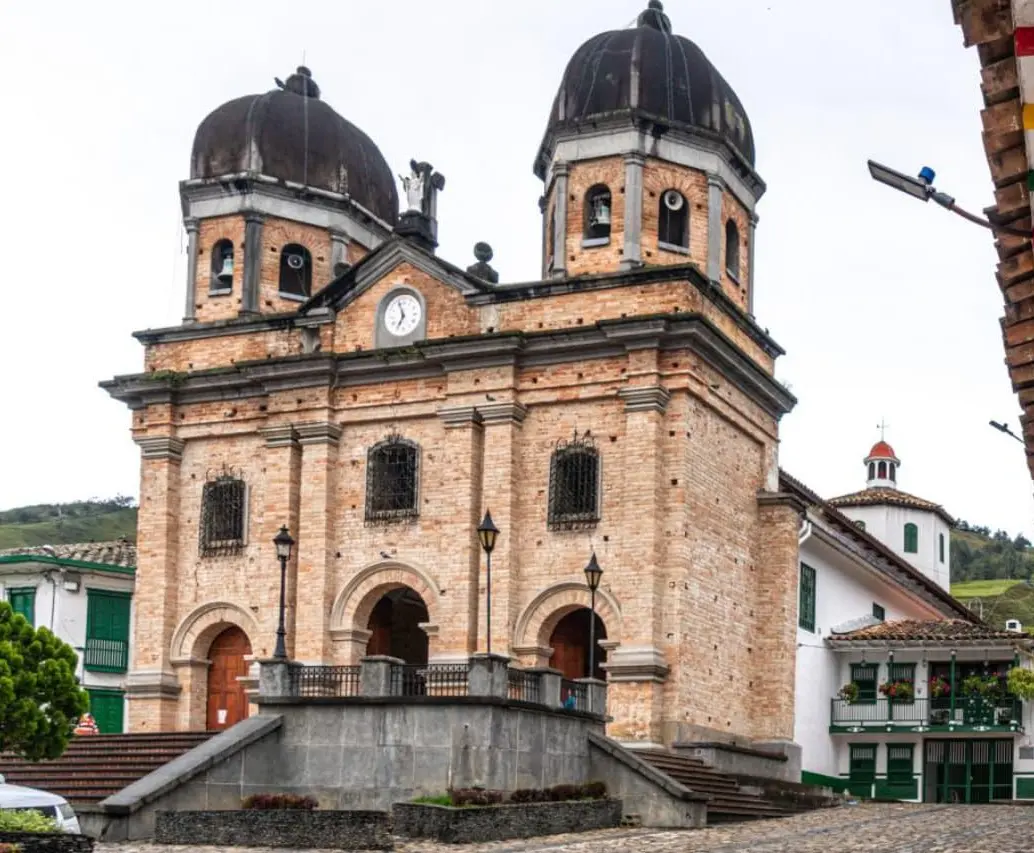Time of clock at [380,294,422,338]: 6:56
